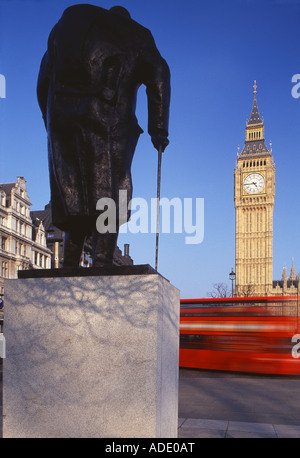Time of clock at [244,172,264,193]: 4:44
